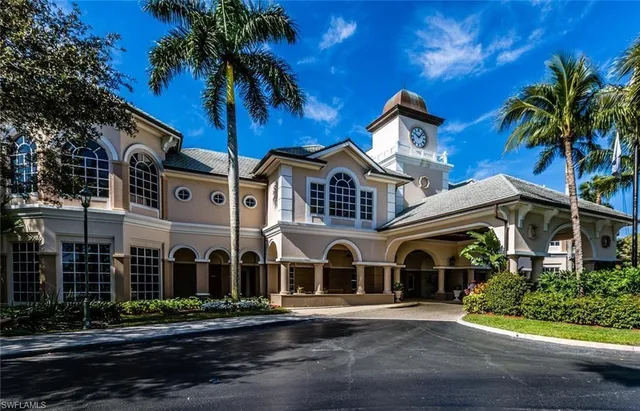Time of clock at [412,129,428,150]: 10:07
